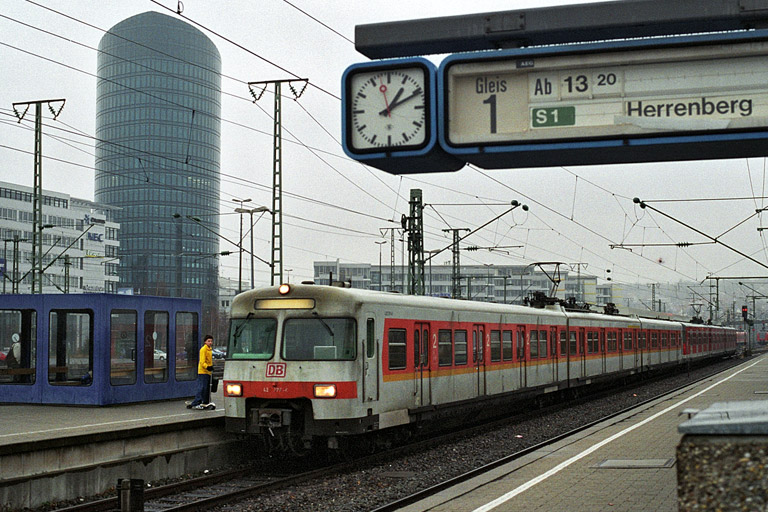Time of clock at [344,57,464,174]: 1:10
